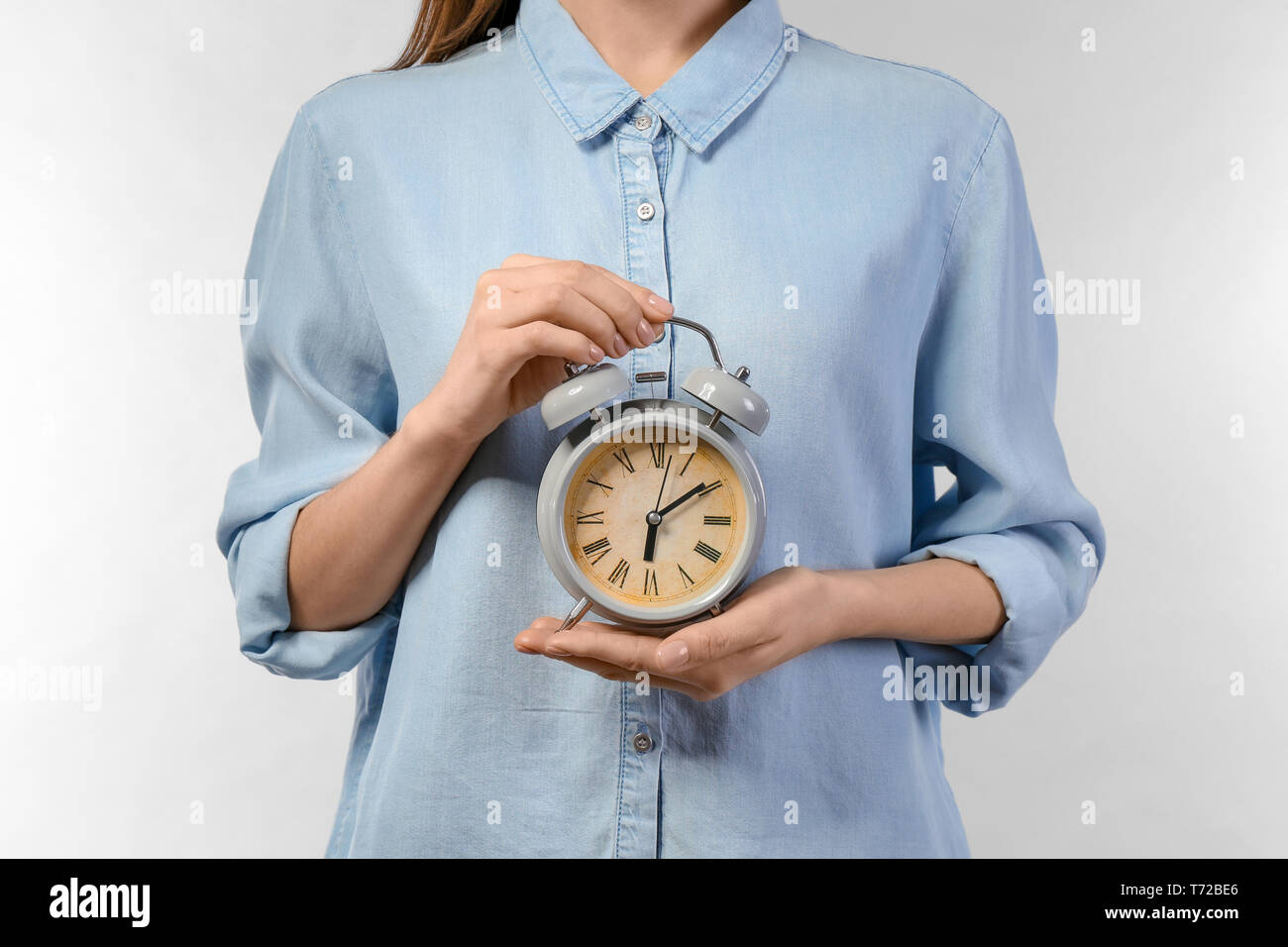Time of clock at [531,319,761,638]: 6:09
